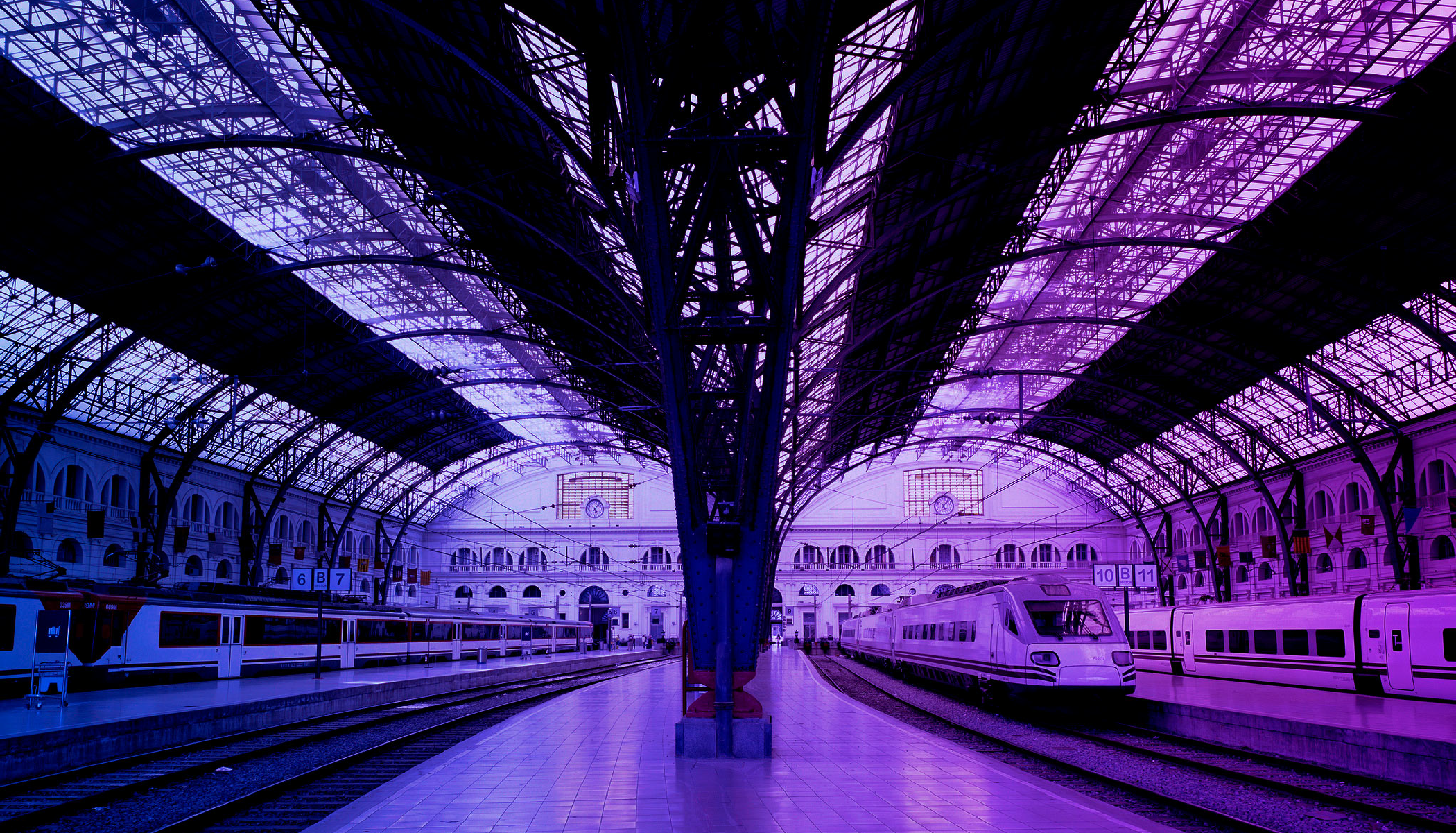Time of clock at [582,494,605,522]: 5:06
